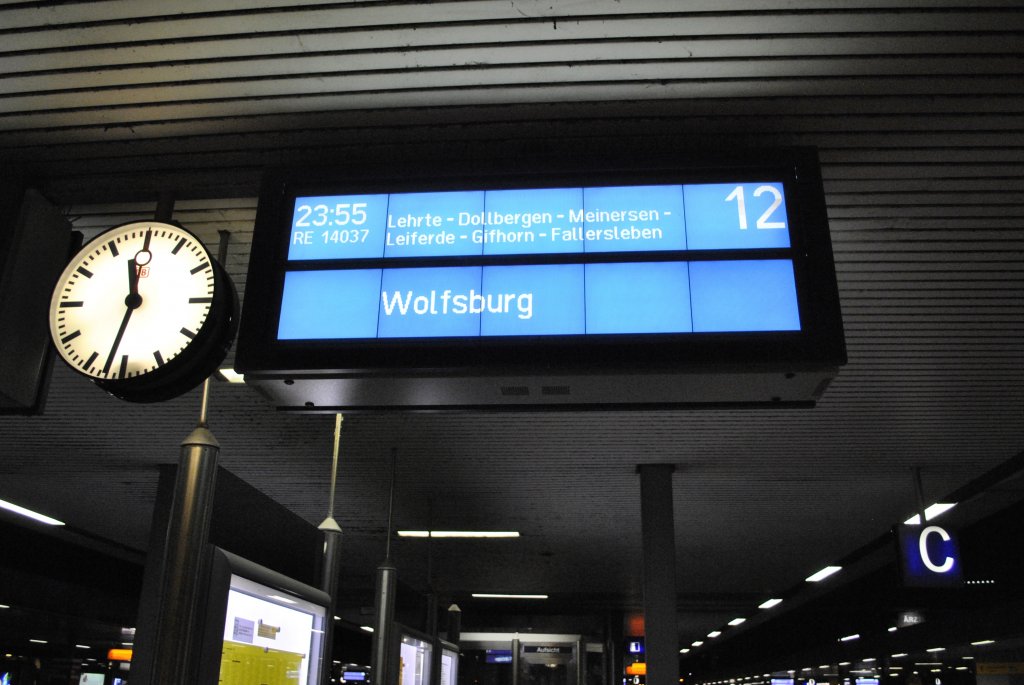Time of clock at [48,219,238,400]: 11:32
